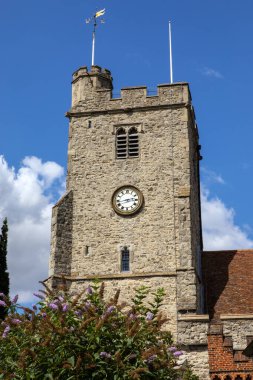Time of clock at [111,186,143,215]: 2:42
